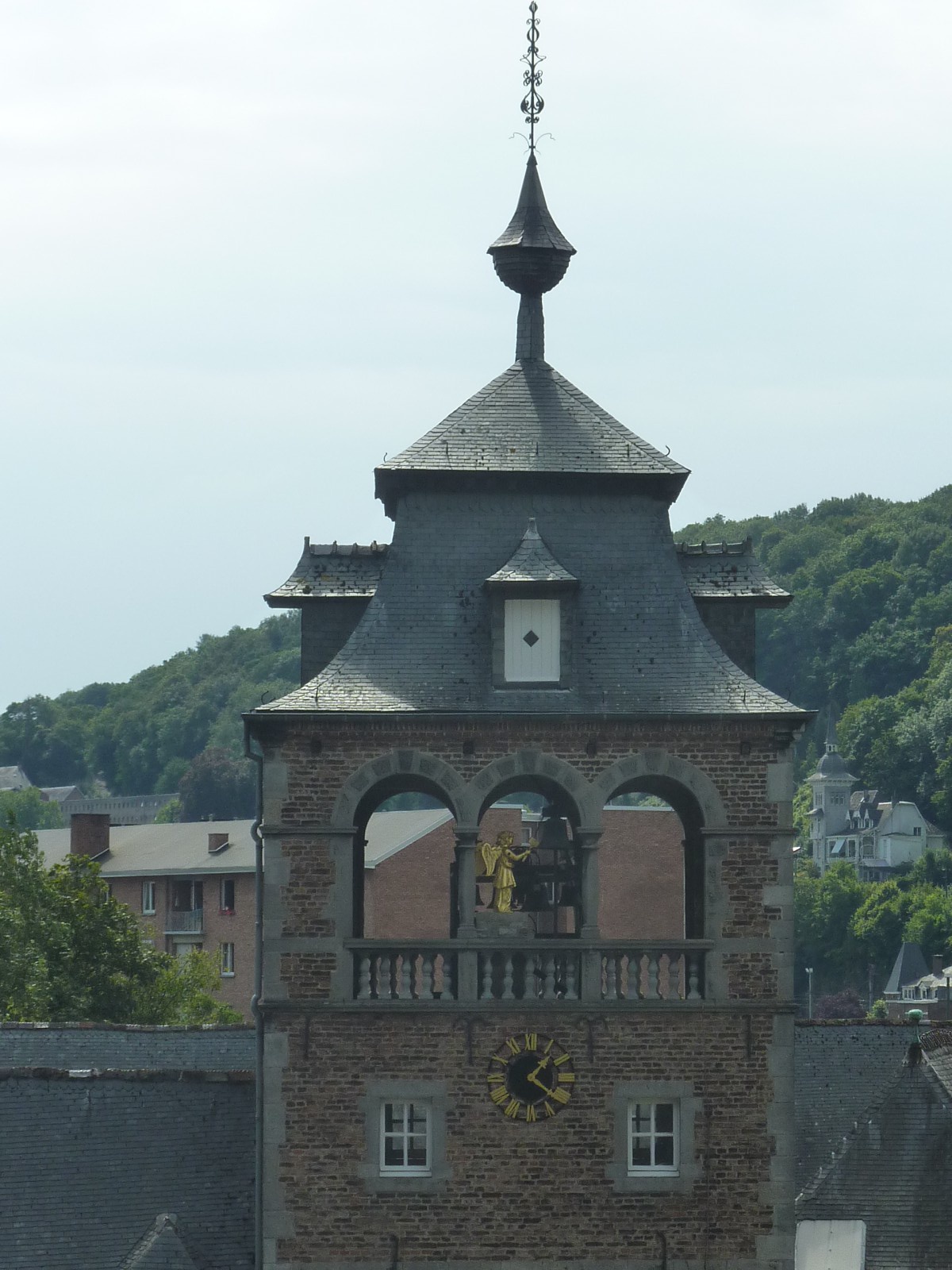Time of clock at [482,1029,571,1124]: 1:21
